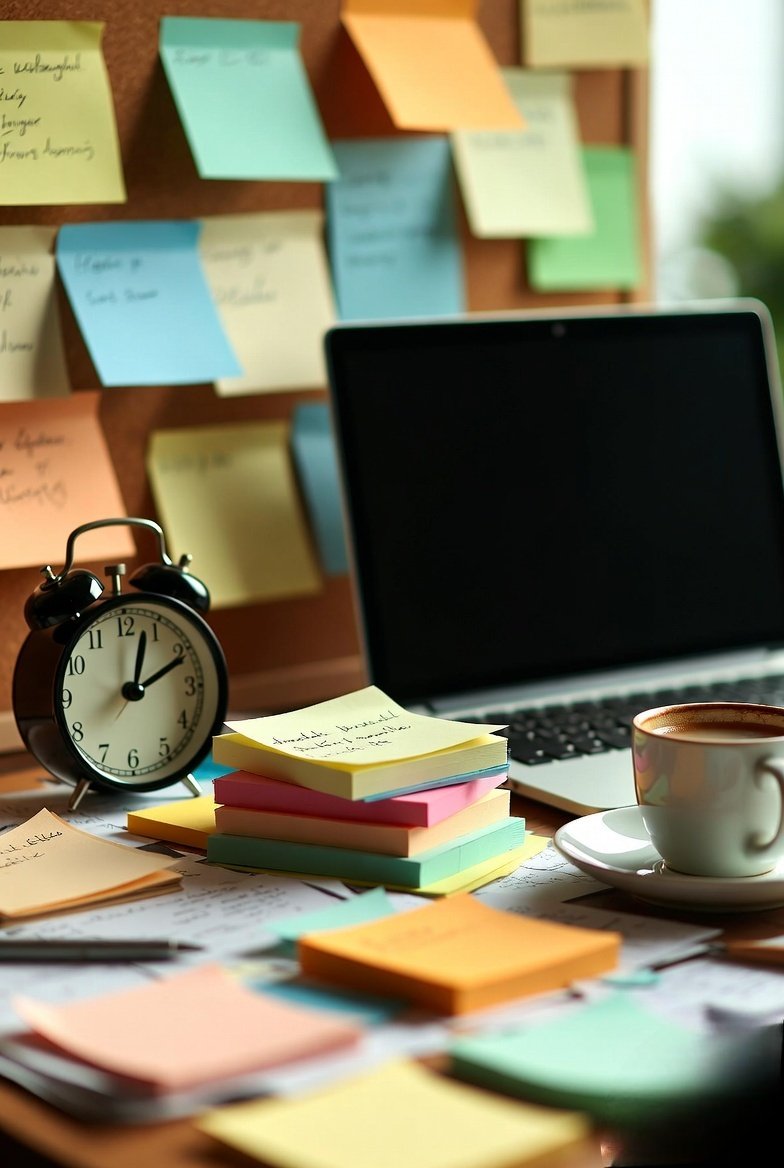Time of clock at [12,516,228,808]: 2:02
